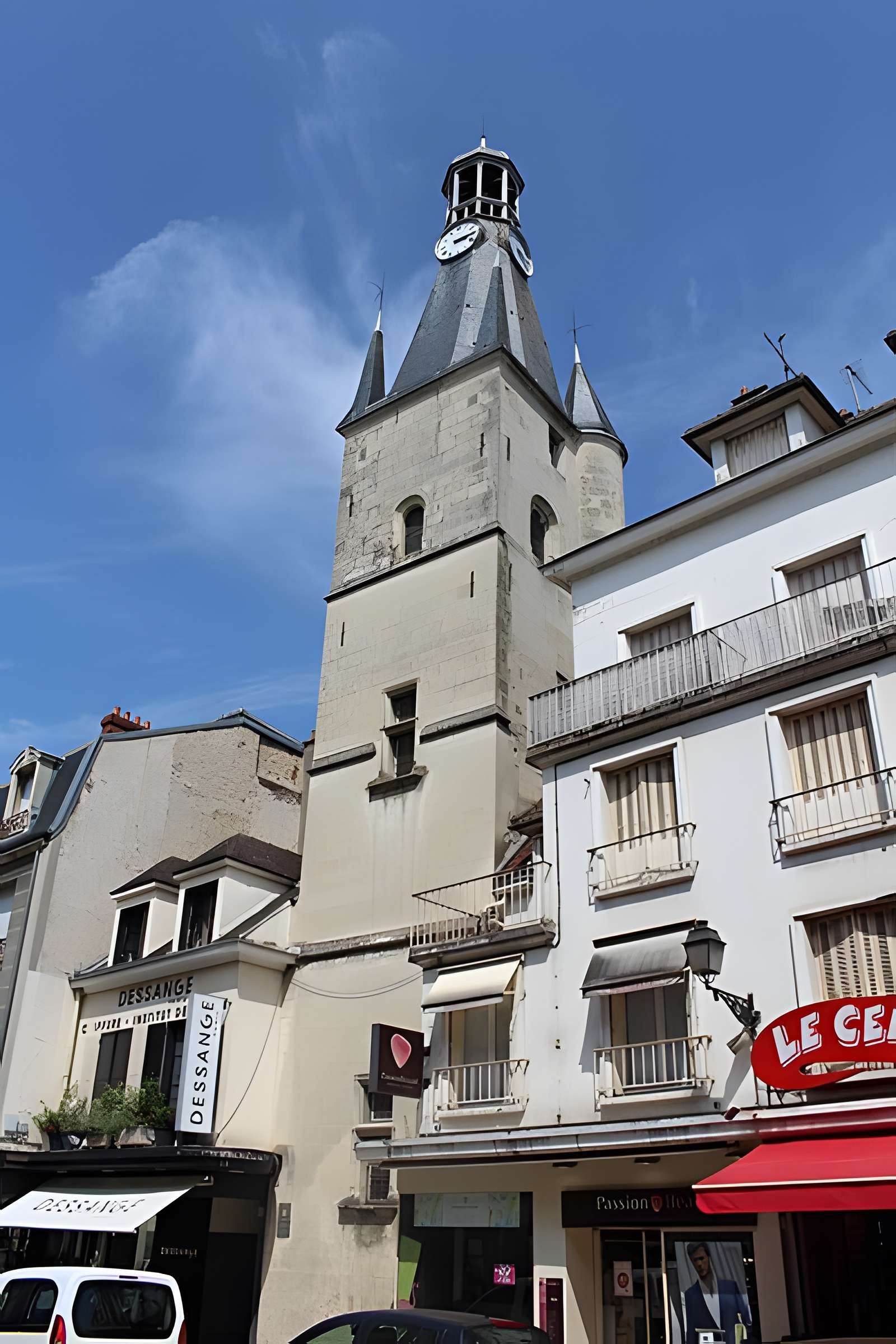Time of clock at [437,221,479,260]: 3:14
